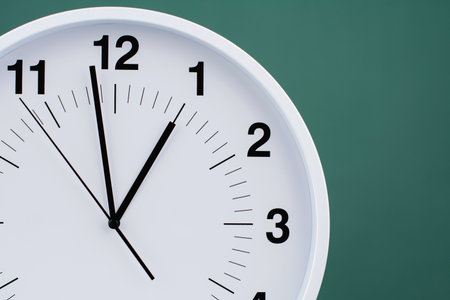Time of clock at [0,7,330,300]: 12:58
